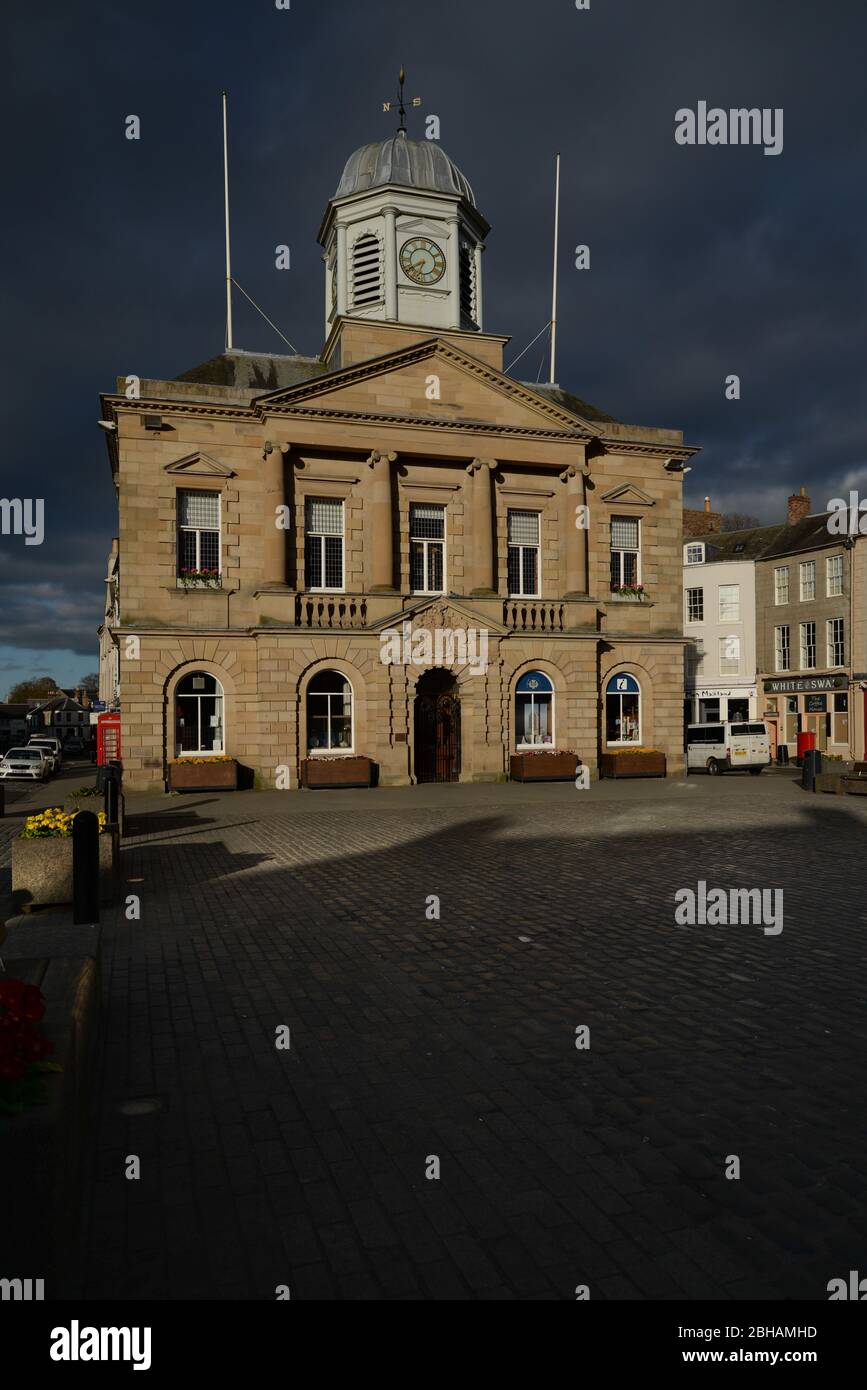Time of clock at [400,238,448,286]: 6:40
